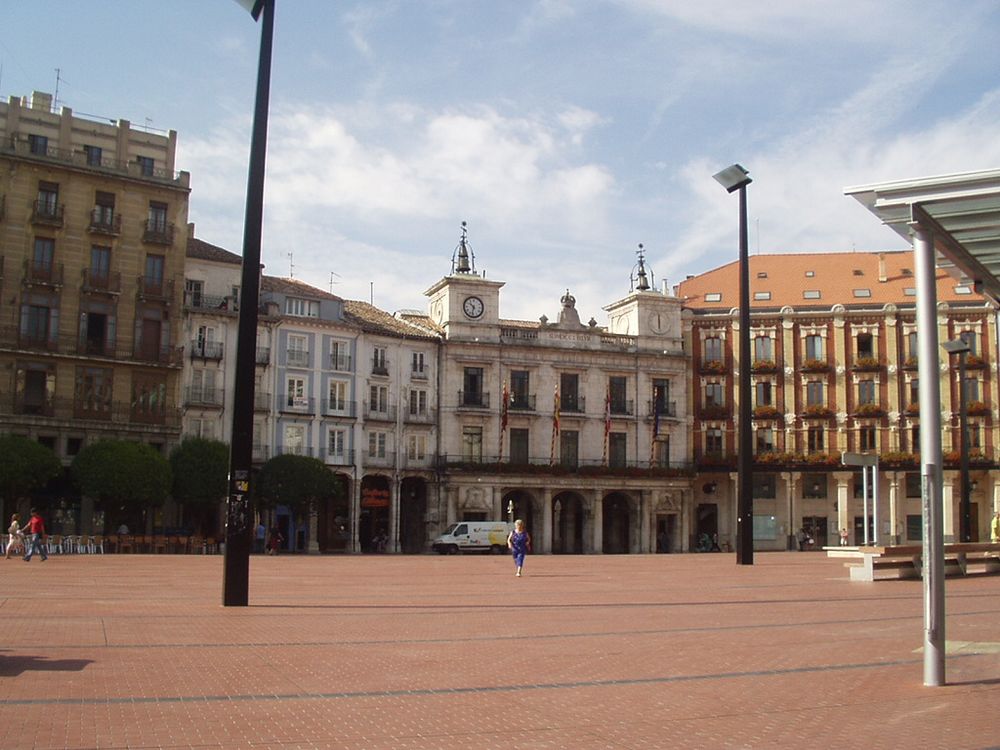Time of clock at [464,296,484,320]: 10:32
